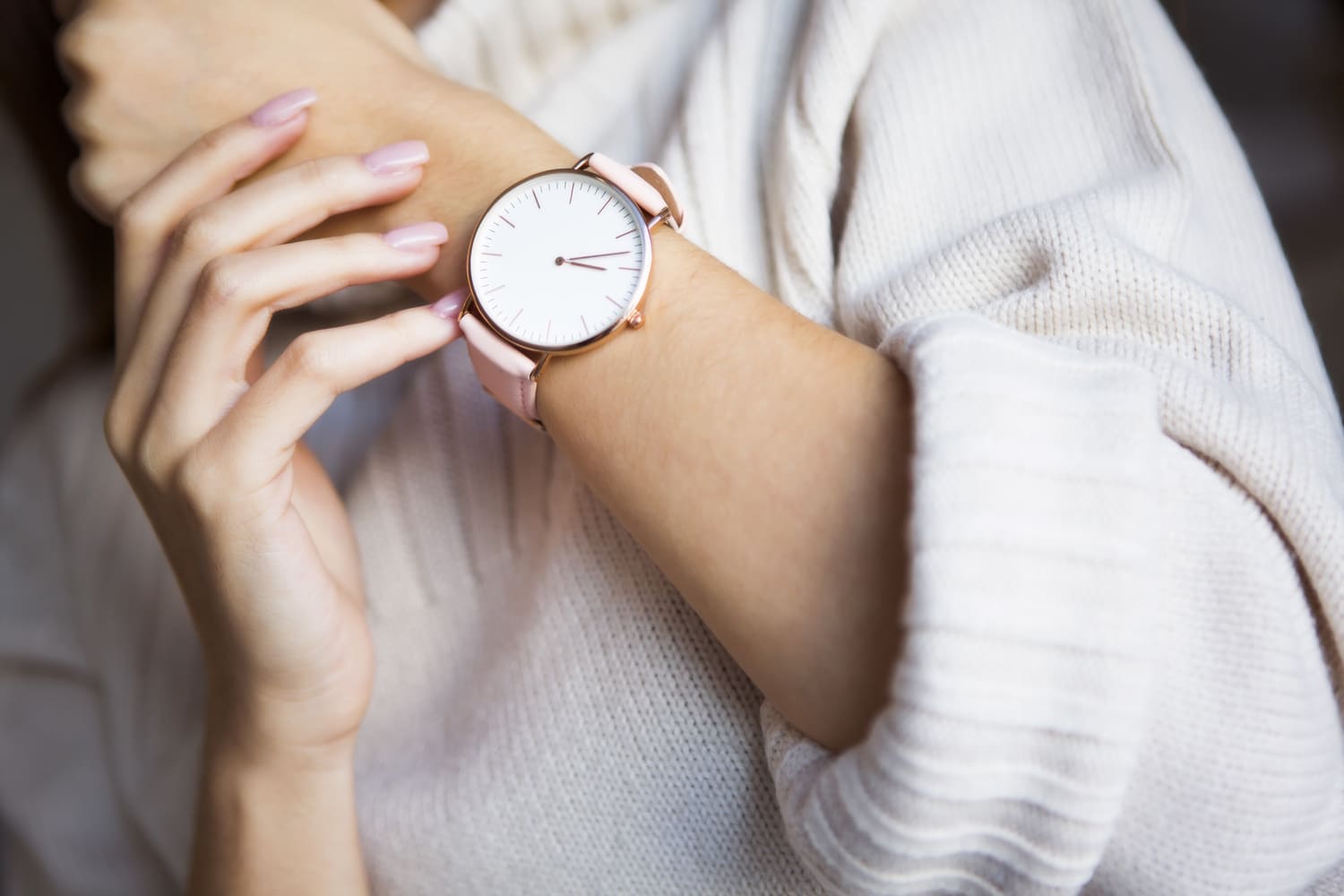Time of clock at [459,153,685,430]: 3:12
